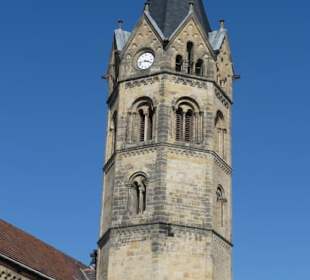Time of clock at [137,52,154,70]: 3:43
